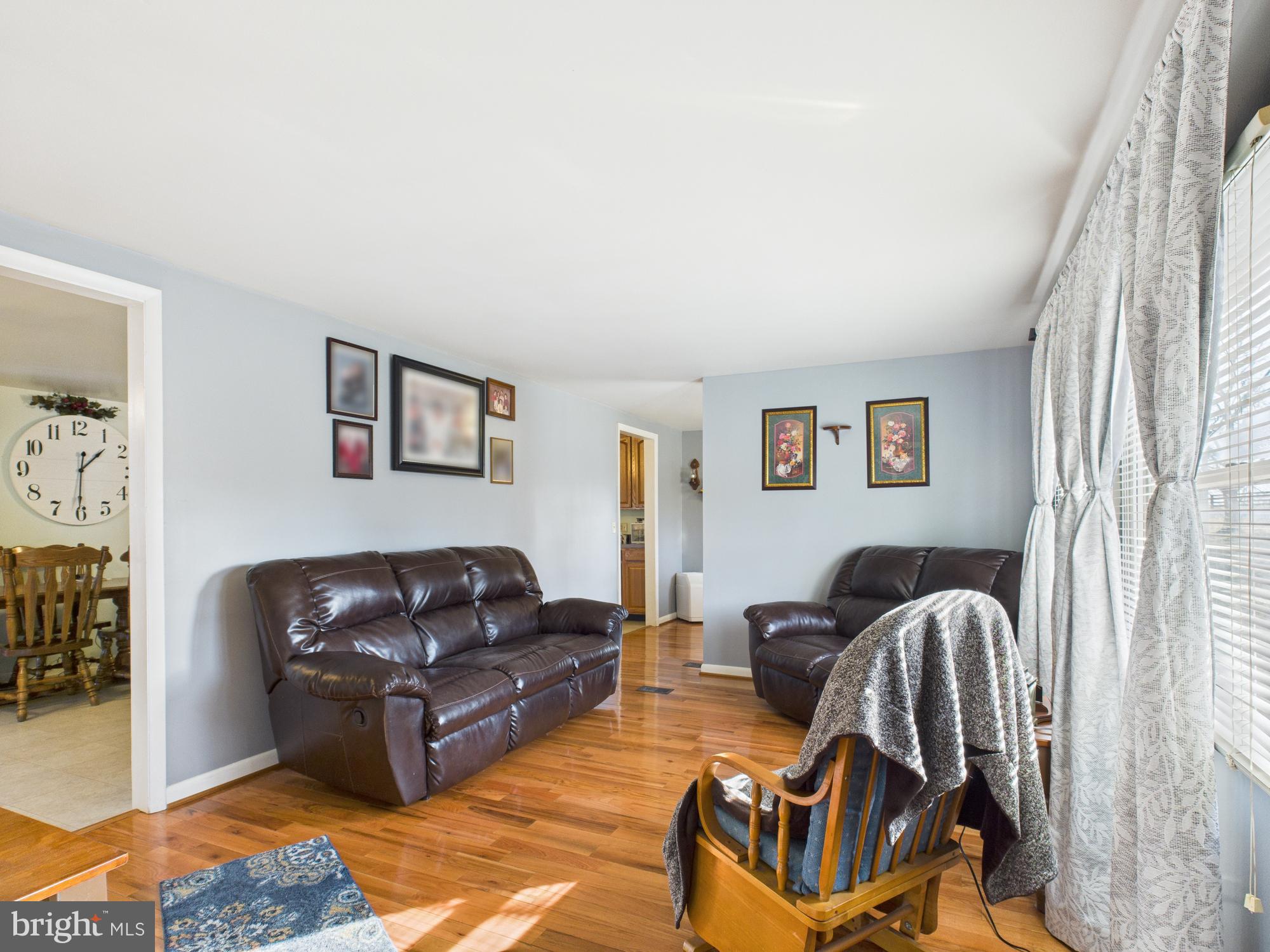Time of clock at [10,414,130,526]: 1:30
